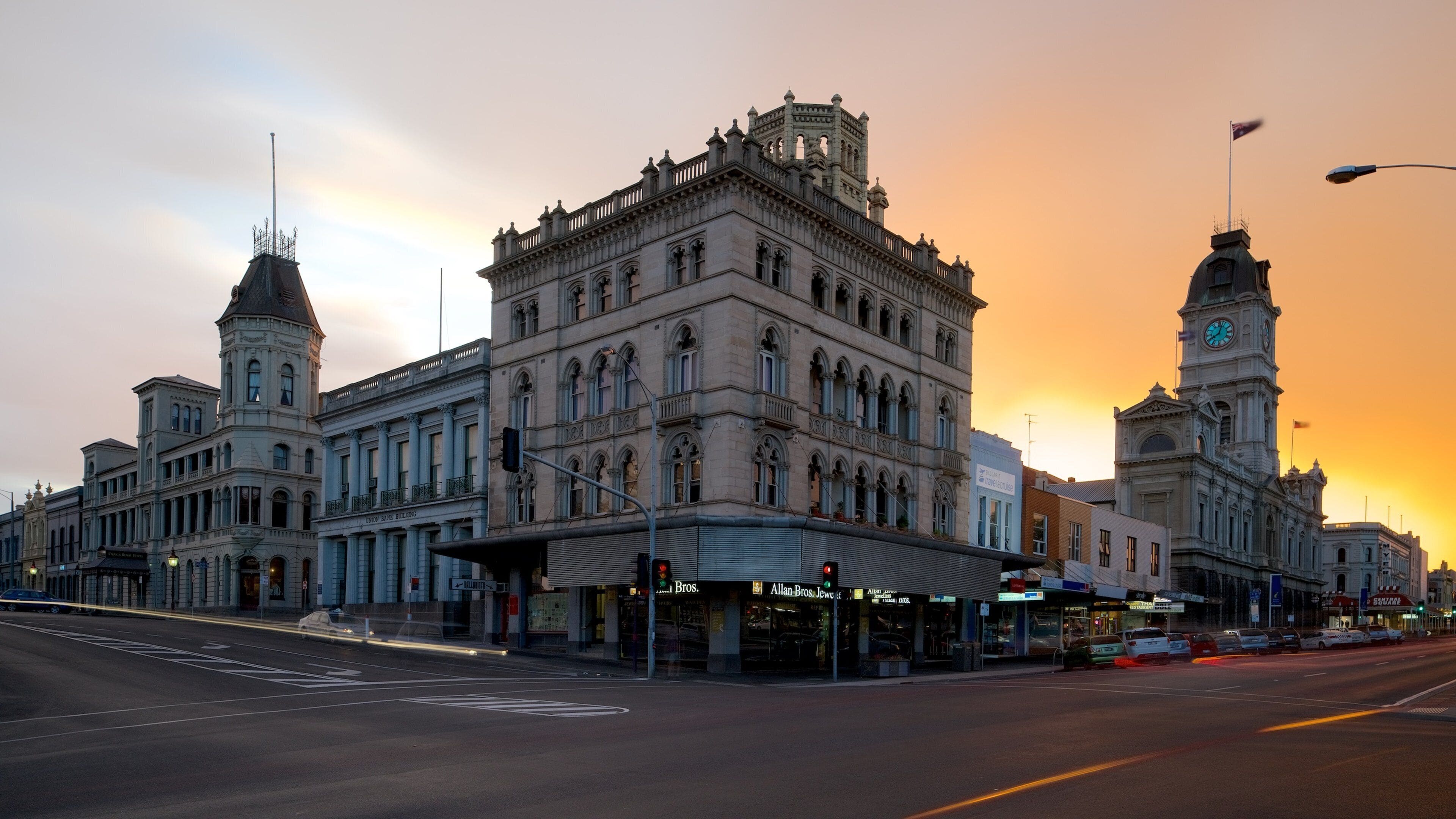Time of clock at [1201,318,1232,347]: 8:03
